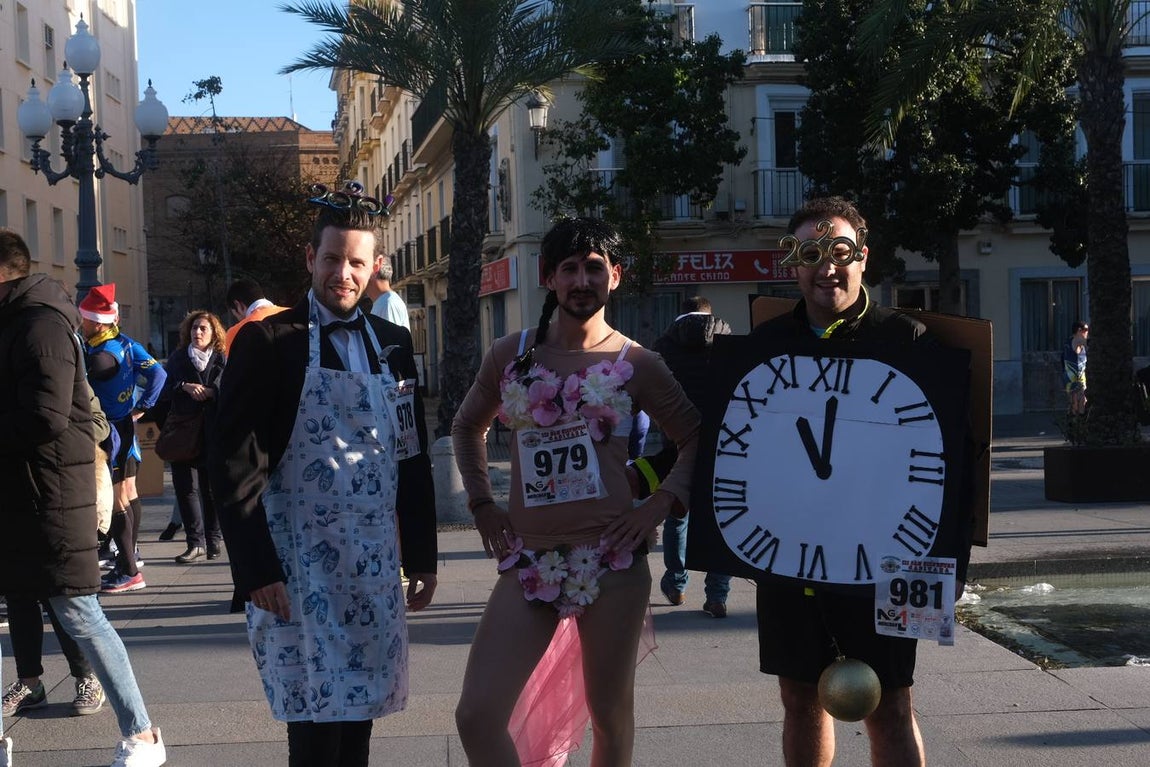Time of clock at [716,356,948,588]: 11:00
